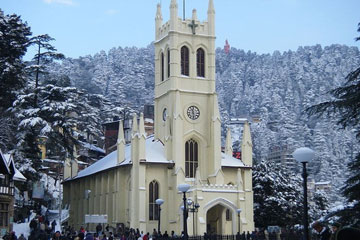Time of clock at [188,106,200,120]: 11:28
